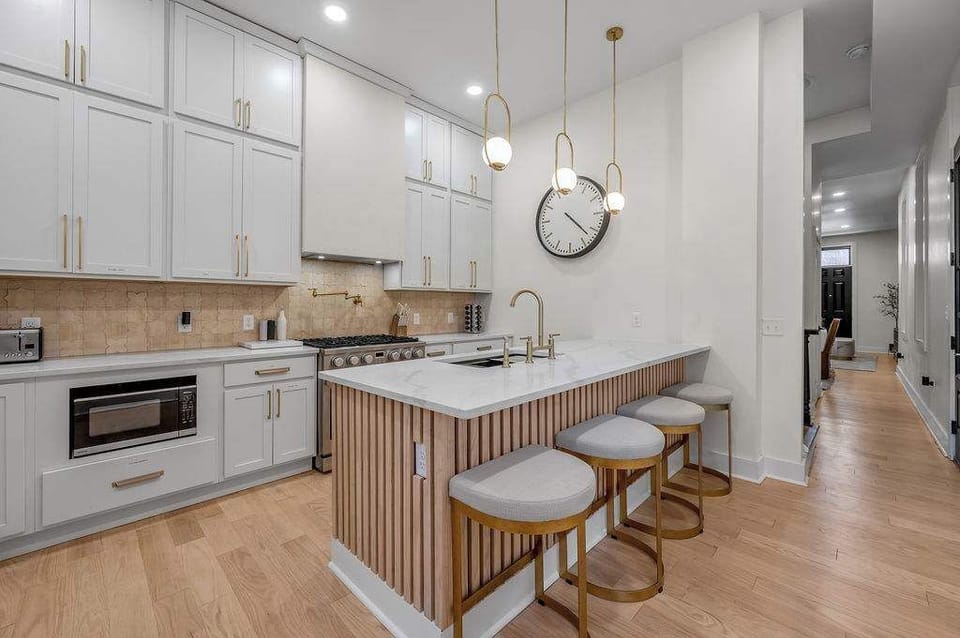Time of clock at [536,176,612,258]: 4:21
